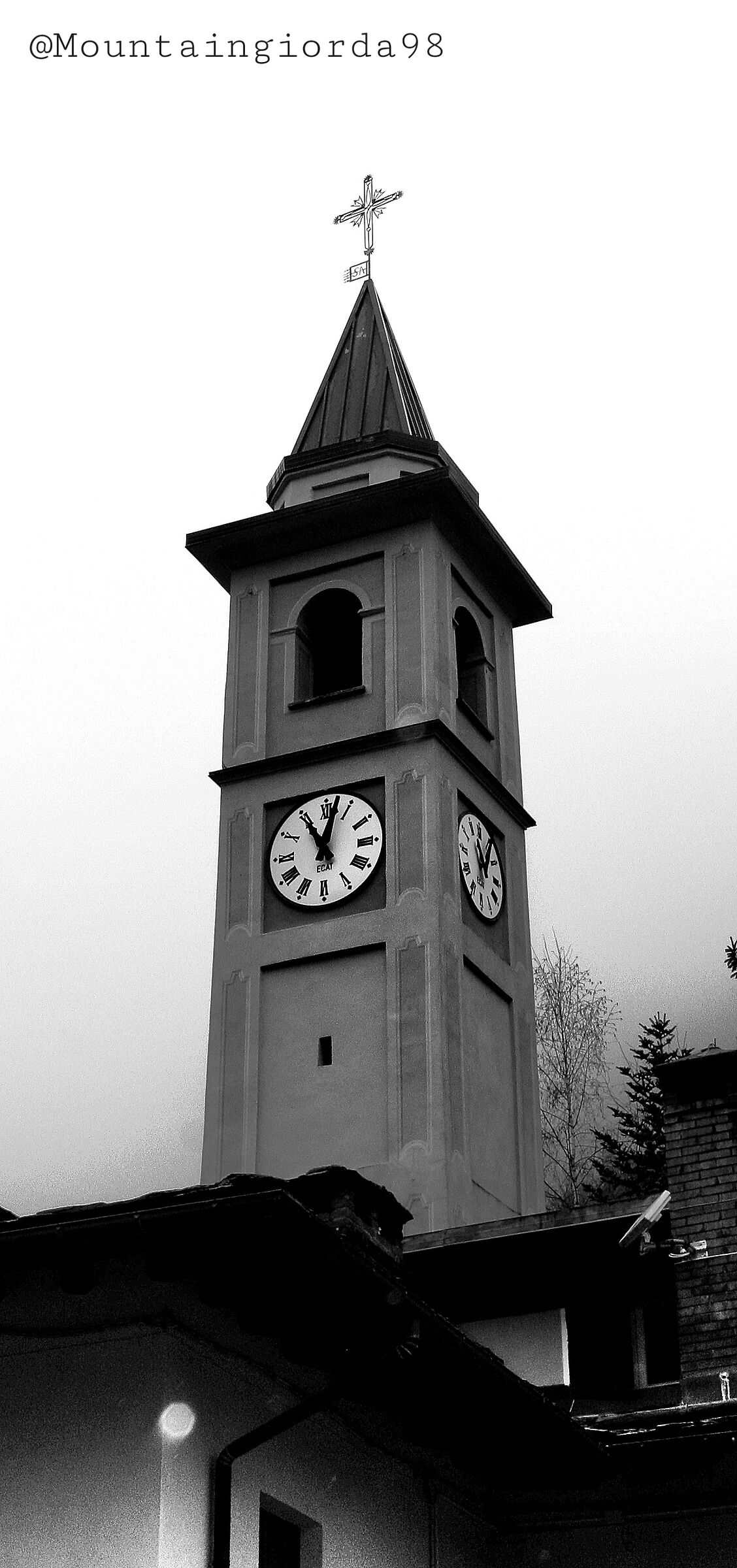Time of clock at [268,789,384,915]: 11:02
